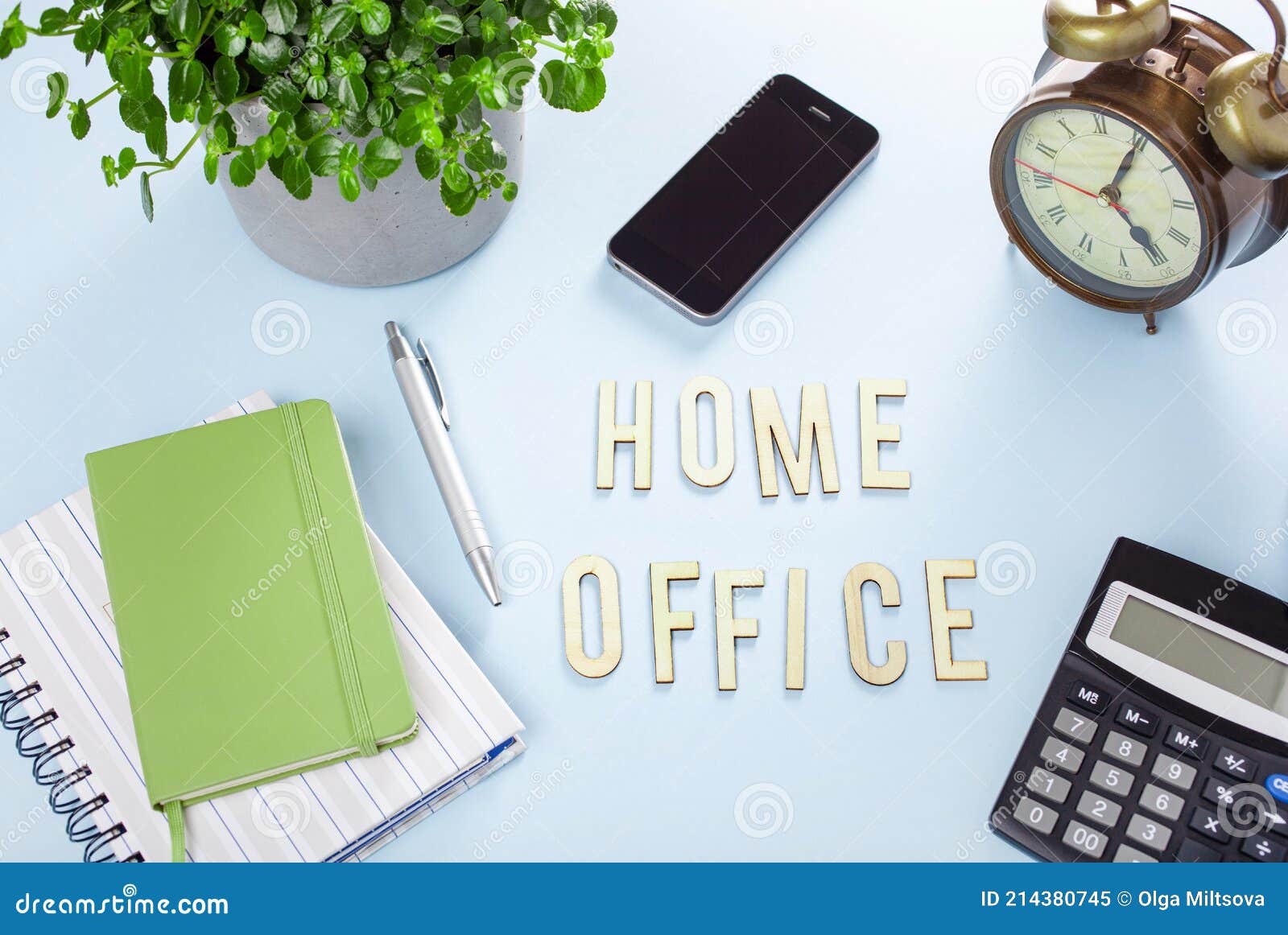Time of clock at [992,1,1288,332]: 5:05
